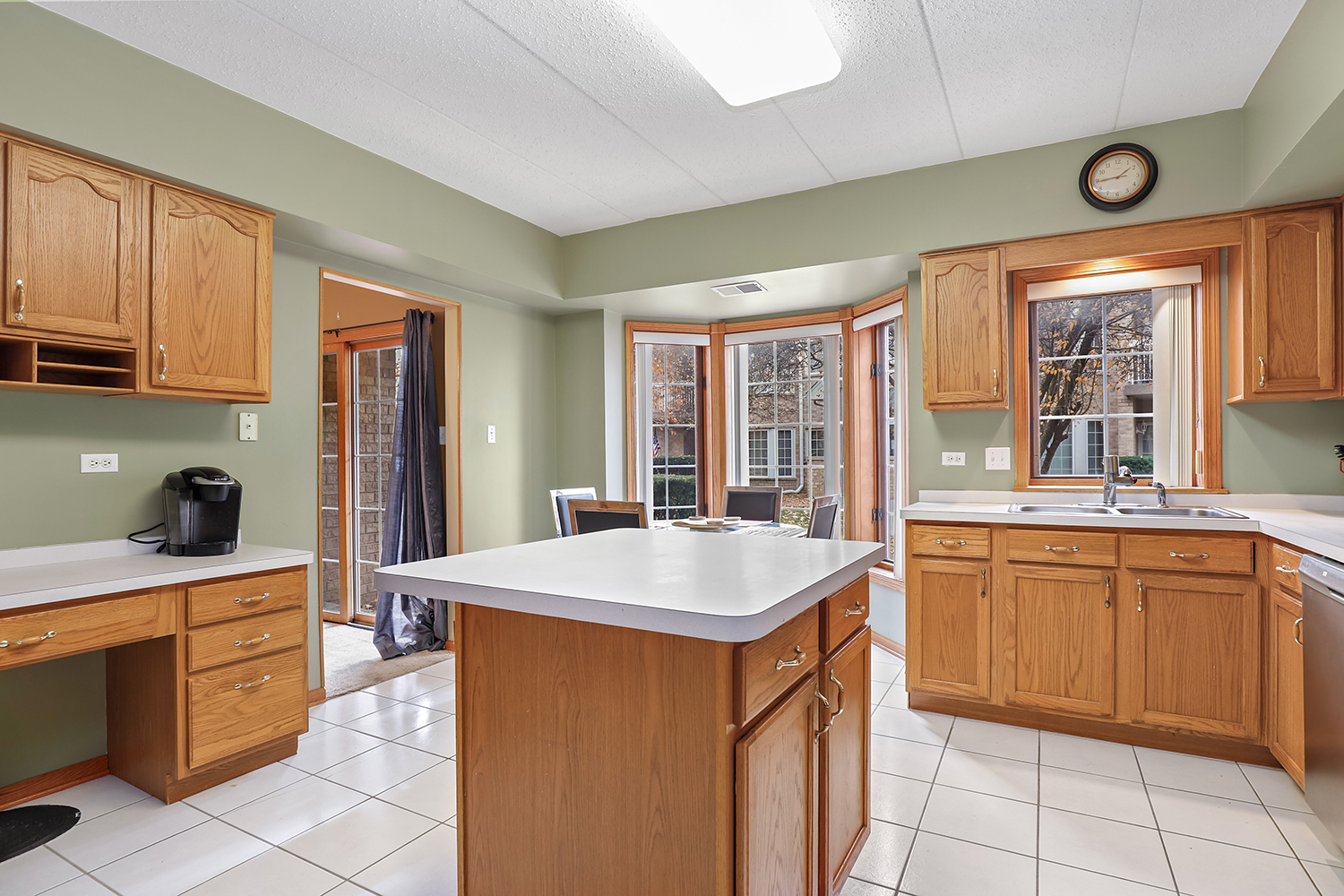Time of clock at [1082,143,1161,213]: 1:44
